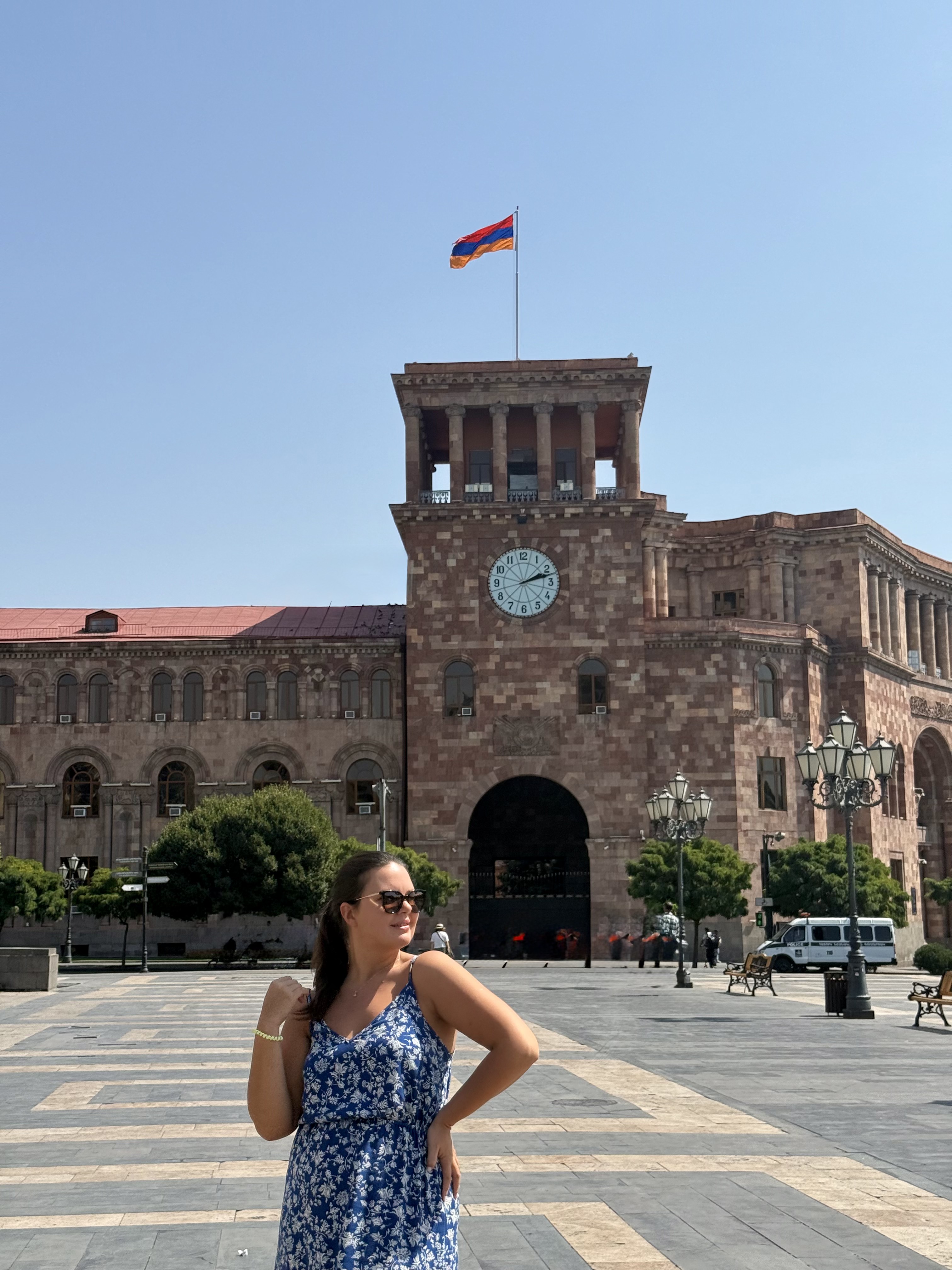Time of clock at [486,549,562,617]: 2:12
